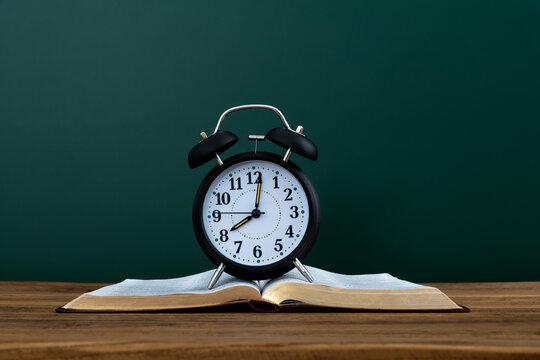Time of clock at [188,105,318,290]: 8:01
